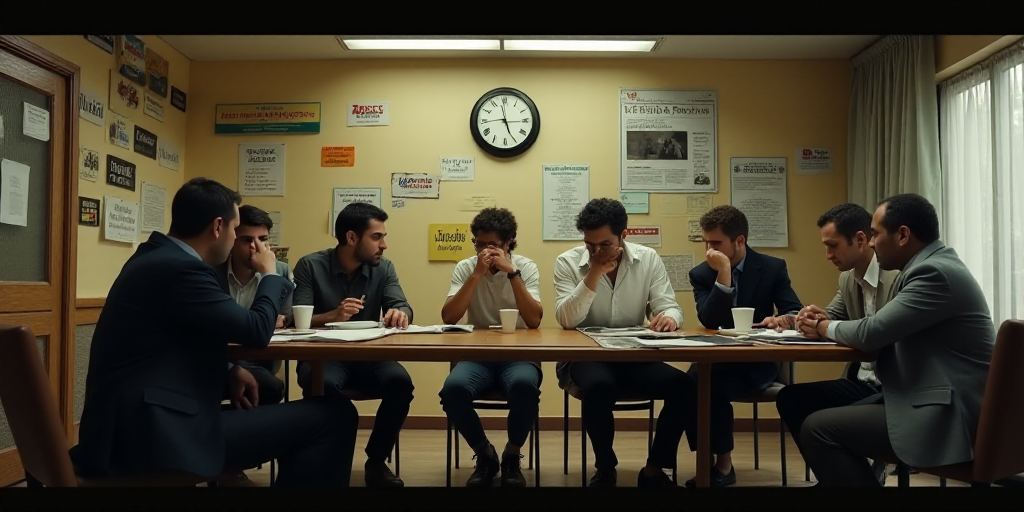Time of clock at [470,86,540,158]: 5:14
